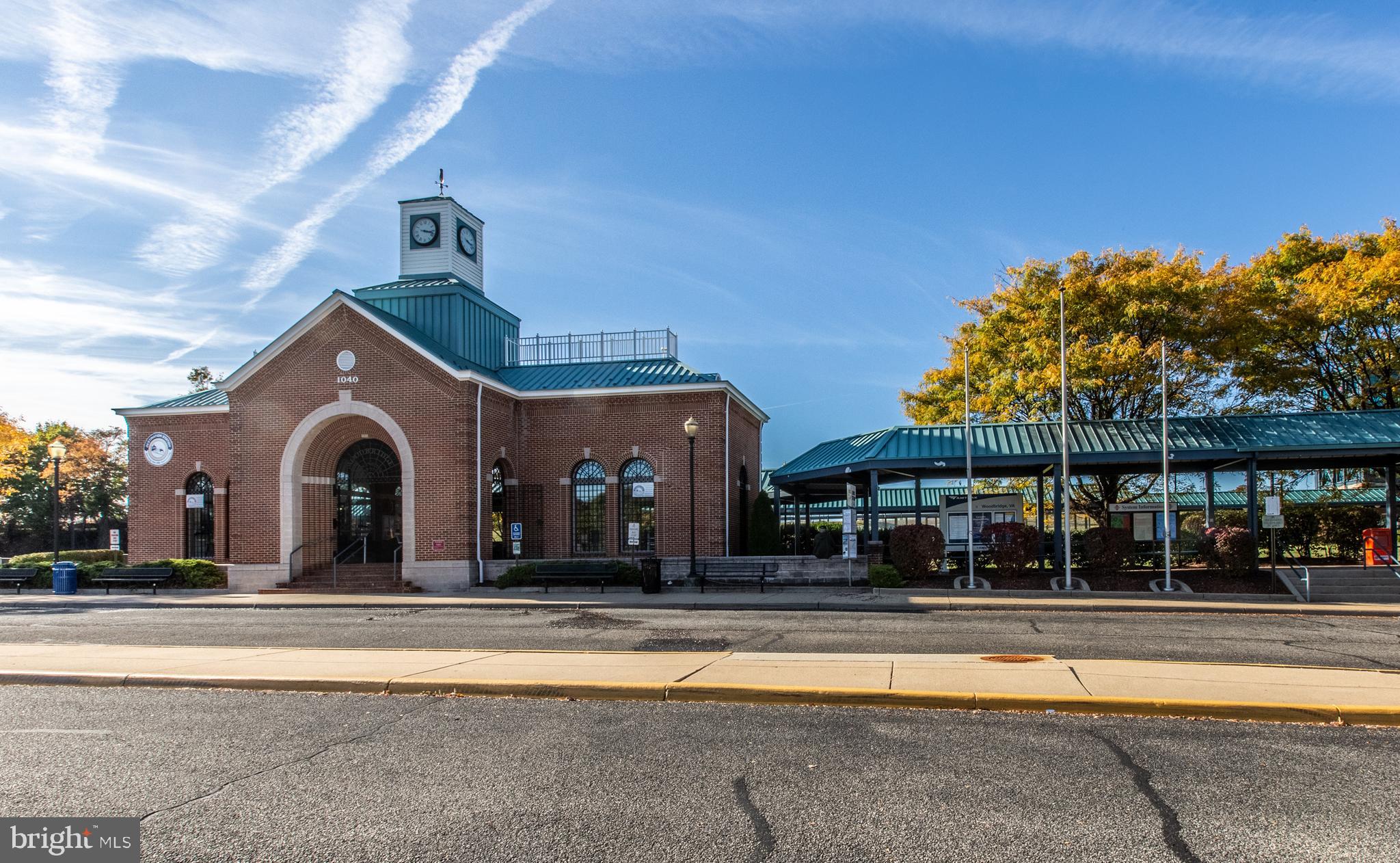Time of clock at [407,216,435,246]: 3:17
